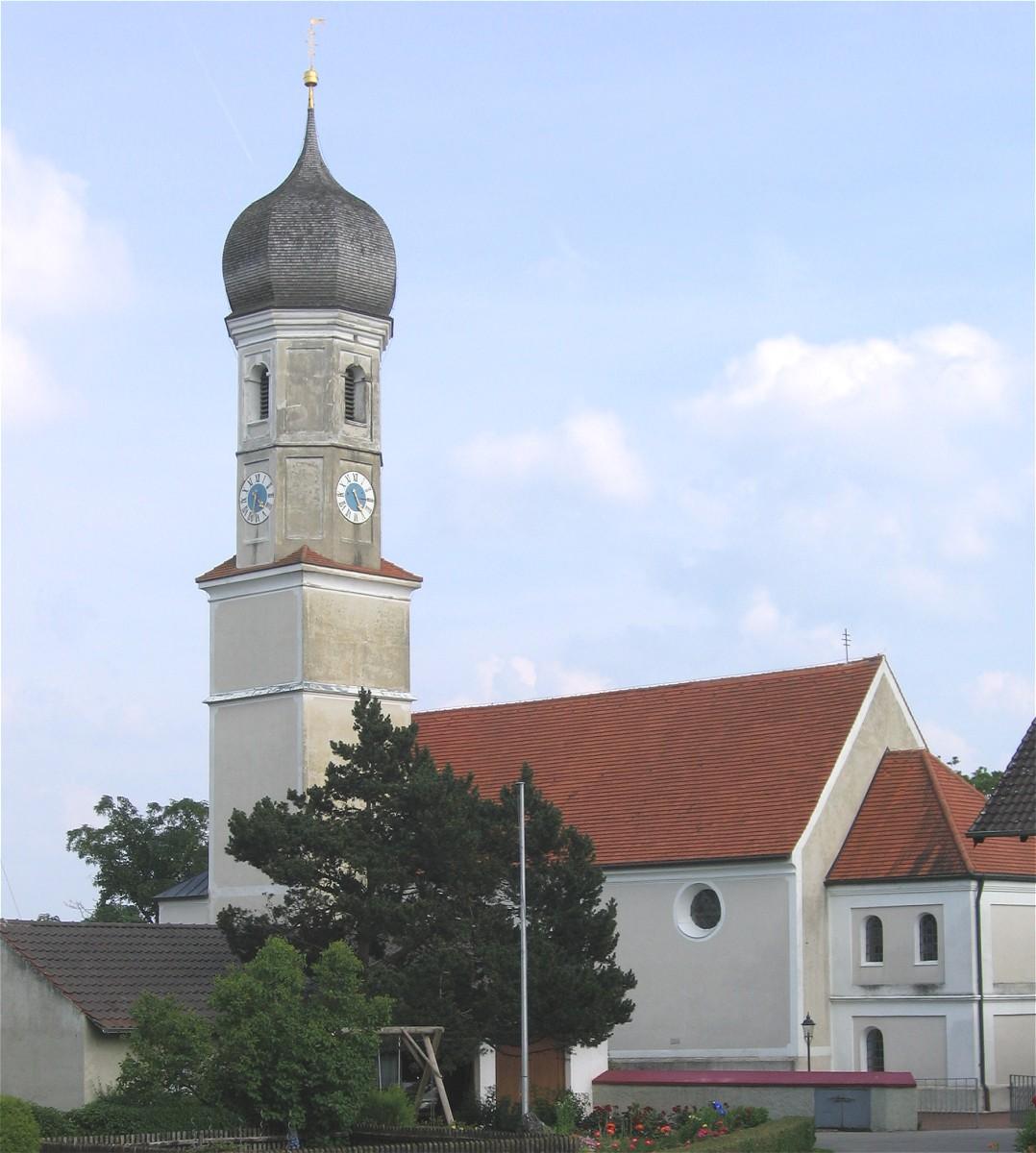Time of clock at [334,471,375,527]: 5:15
